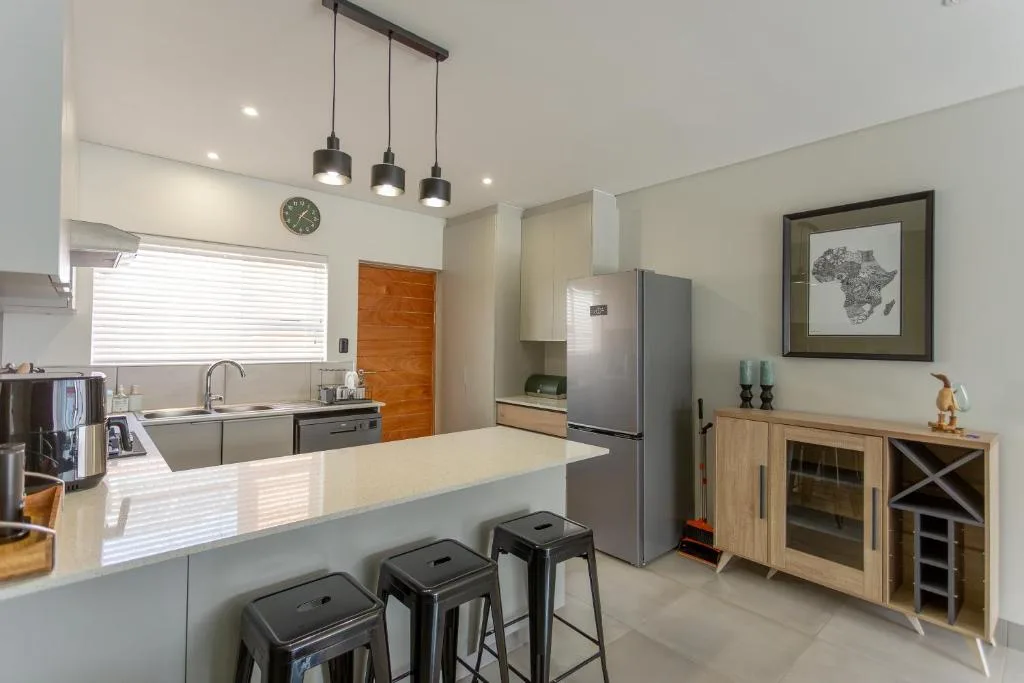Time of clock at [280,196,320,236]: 1:18
